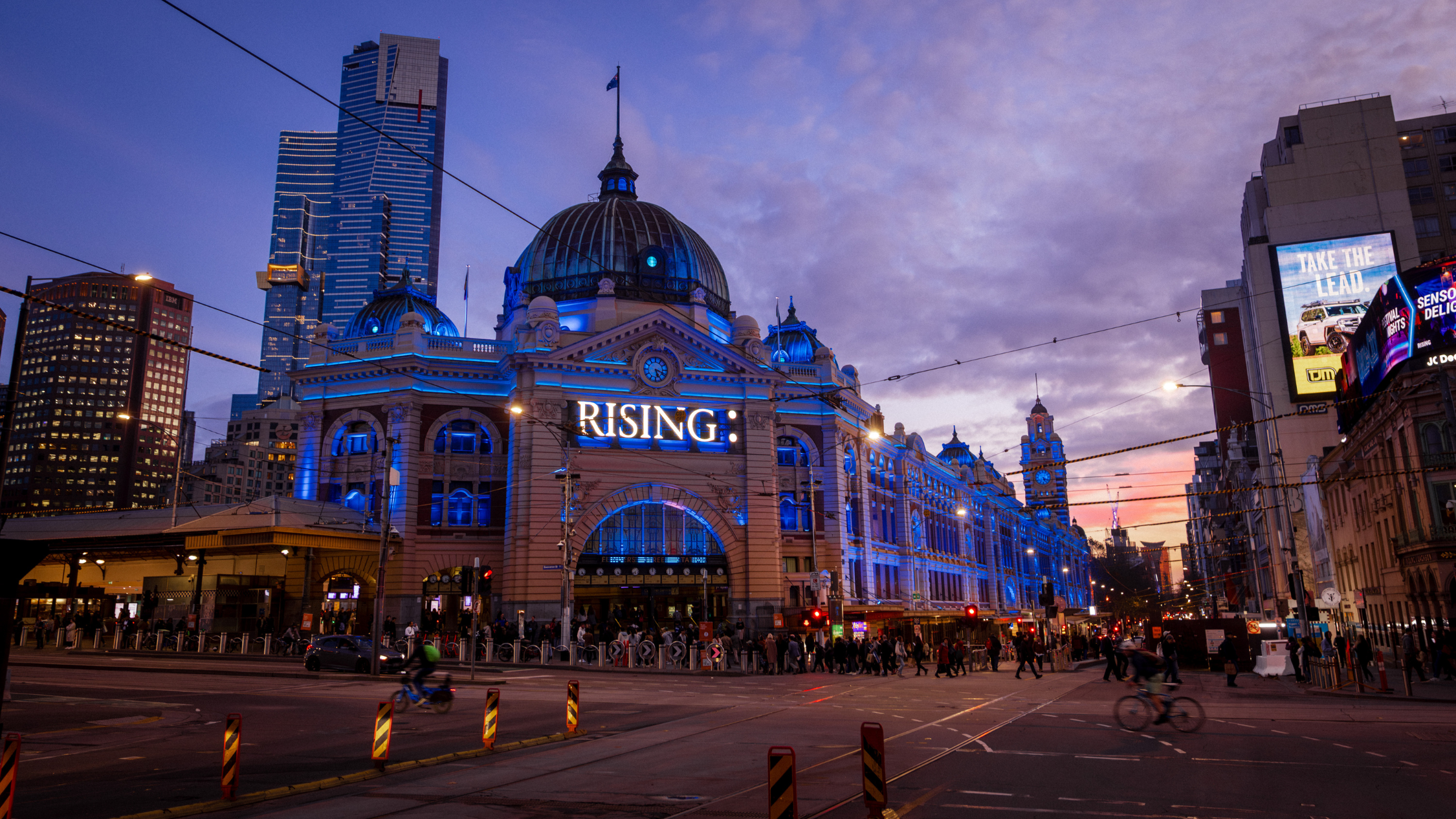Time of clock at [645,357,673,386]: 5:18
